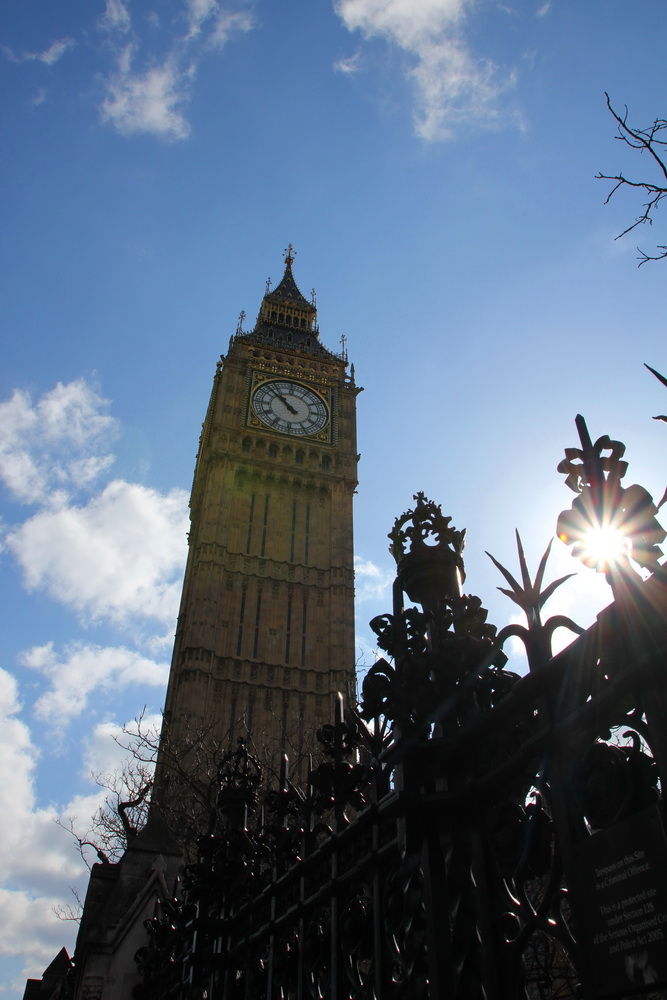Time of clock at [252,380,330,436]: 10:52
